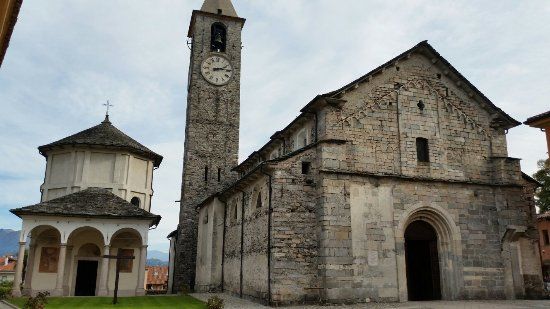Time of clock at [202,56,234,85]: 2:13
